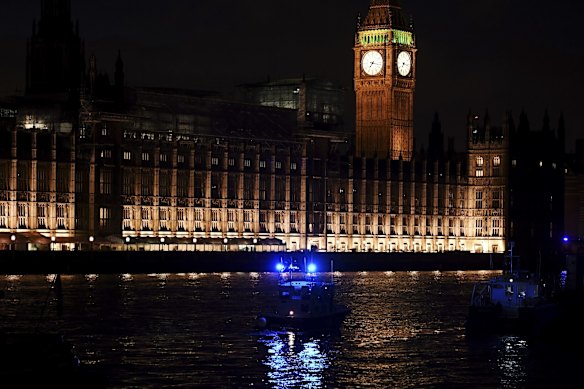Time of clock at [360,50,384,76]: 7:17
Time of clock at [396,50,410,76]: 7:17
